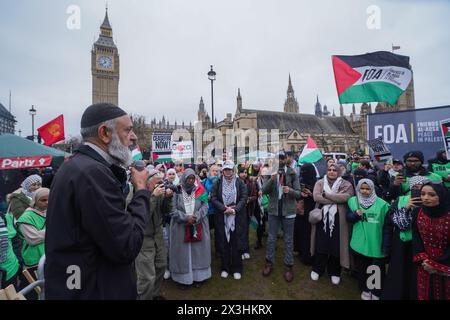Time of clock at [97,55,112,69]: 11:37
